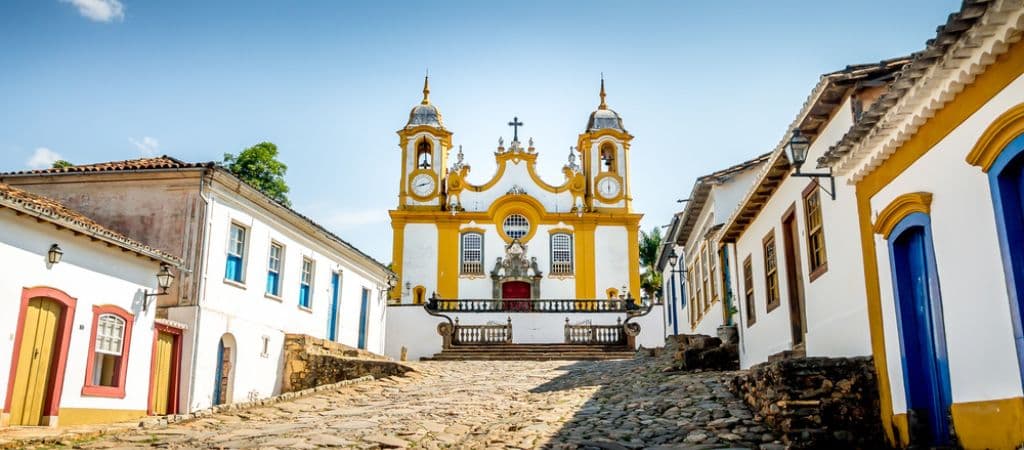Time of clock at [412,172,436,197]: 8:12
